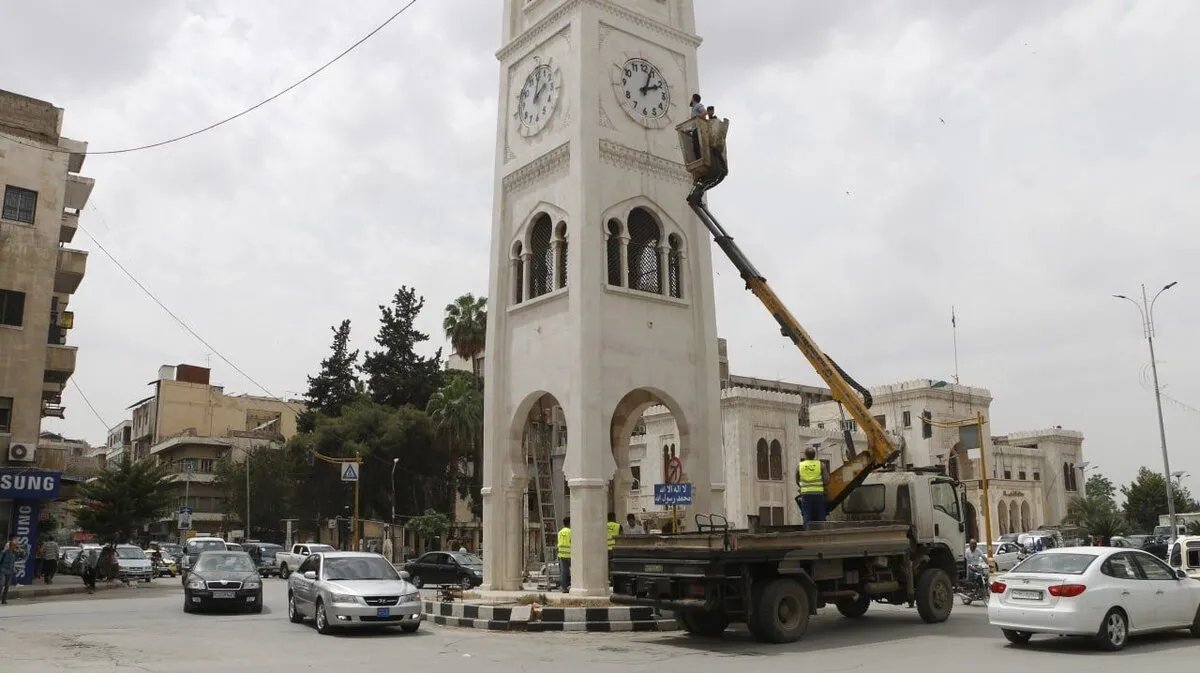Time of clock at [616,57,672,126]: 2:03
